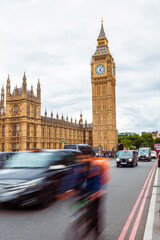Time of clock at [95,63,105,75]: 5:06
